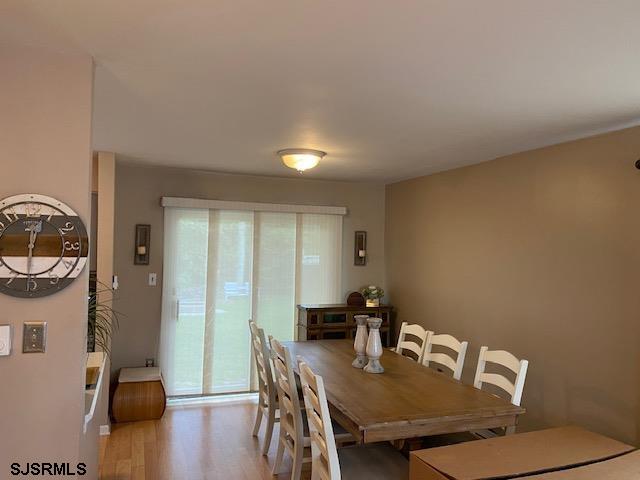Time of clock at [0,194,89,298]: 12:30
